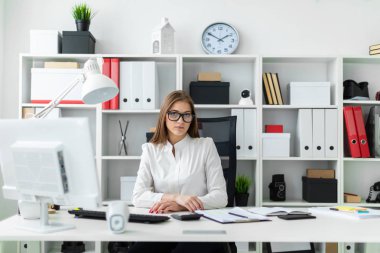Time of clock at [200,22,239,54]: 1:50
